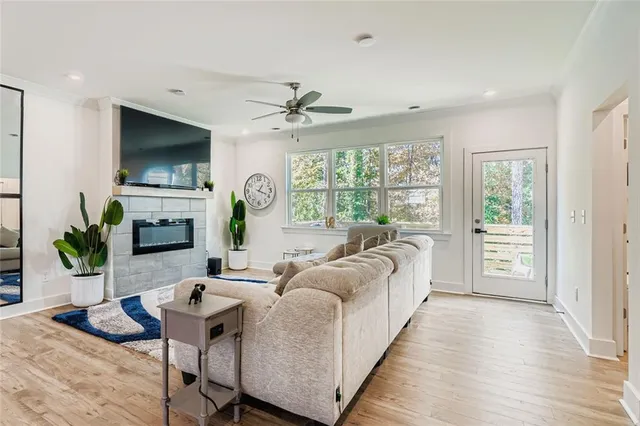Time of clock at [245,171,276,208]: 1:18
